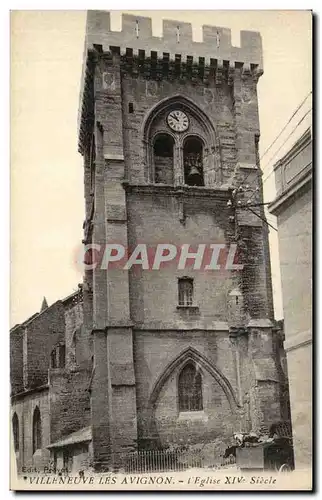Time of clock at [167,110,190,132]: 10:50
